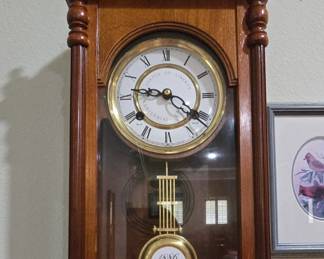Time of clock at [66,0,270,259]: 9:20
